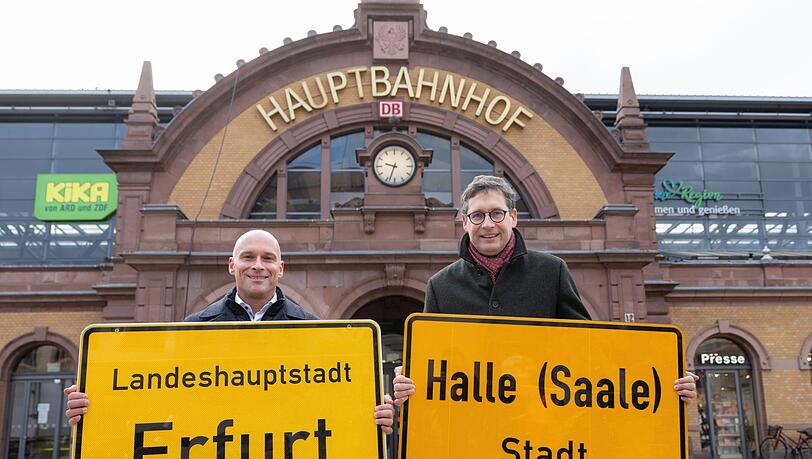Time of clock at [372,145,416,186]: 9:33
